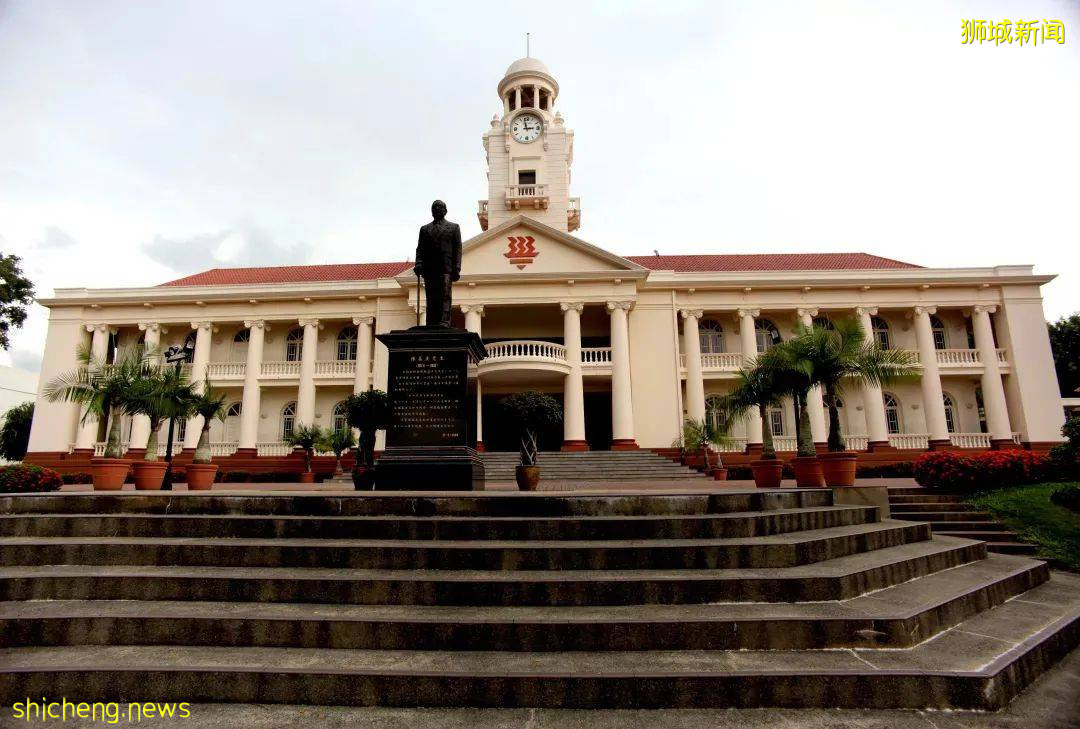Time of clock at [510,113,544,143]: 2:58
